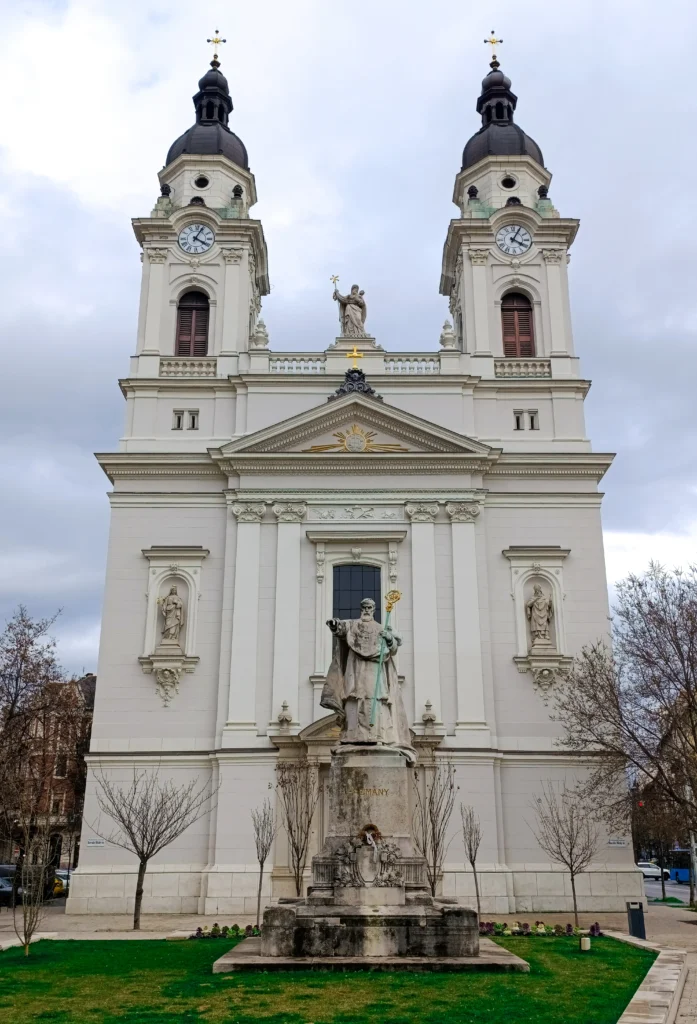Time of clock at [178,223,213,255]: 4:04
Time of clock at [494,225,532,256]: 4:04
